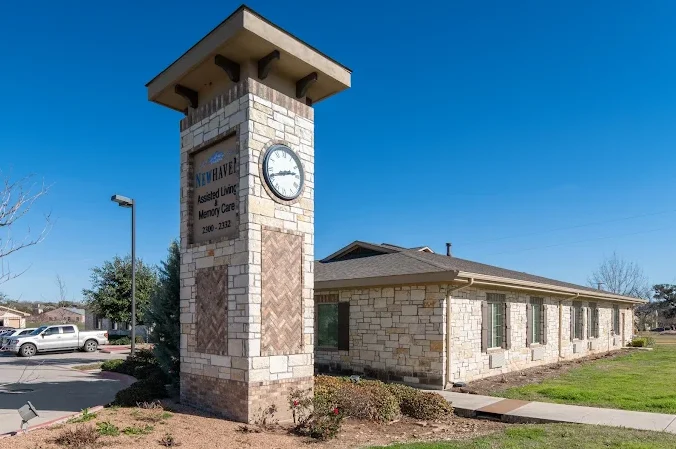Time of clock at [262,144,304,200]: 2:41
